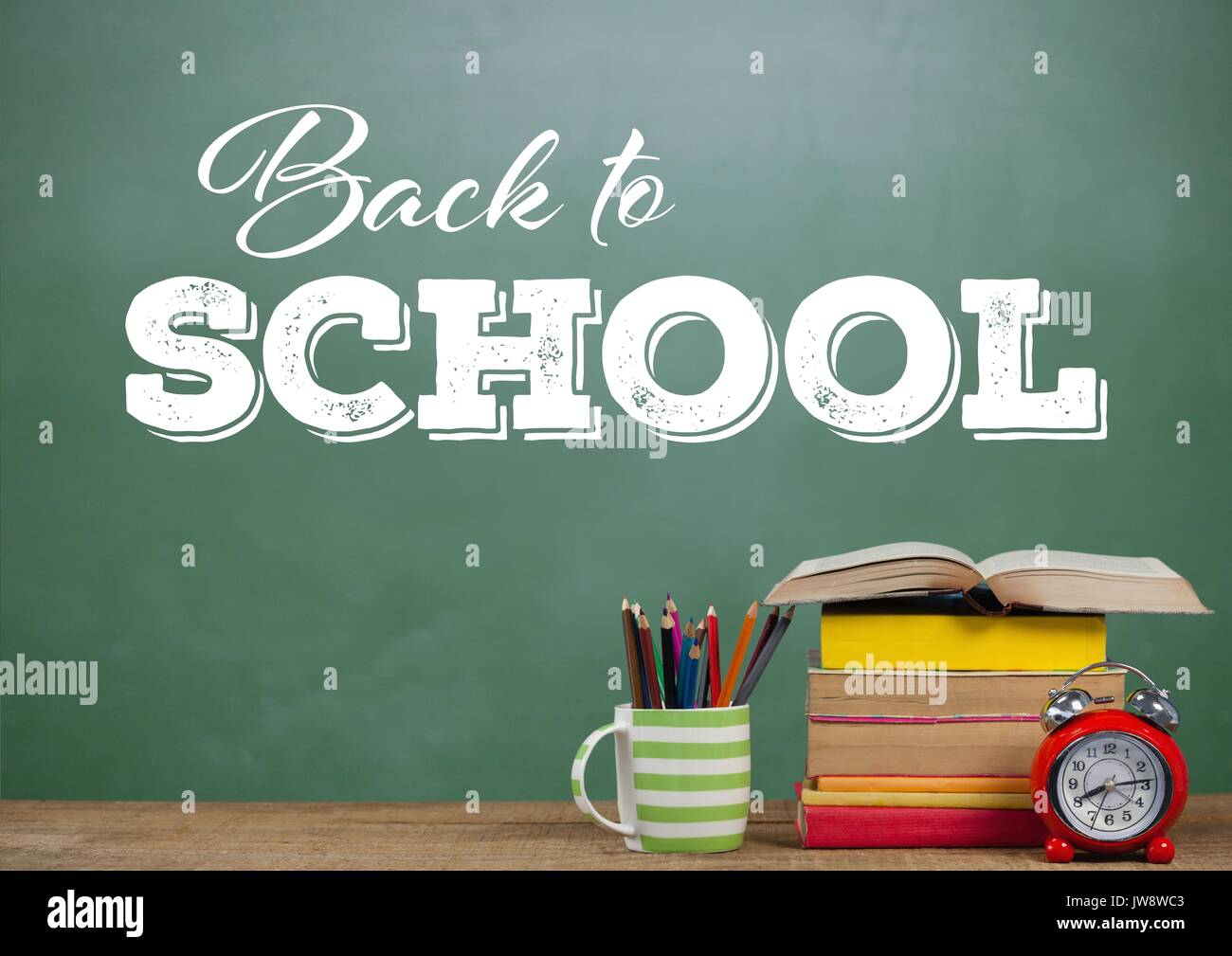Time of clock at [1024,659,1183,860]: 8:13
